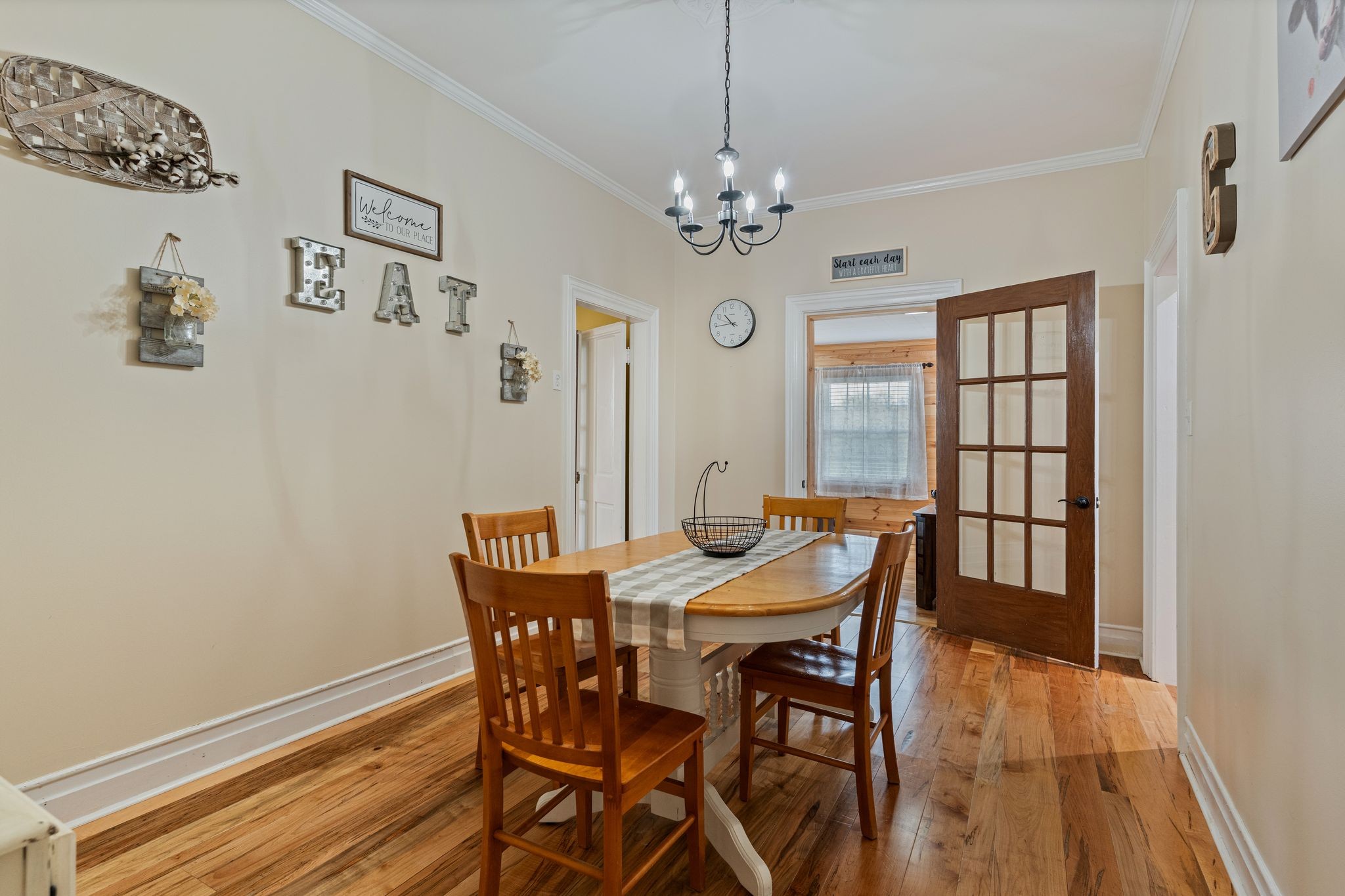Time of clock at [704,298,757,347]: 10:44
